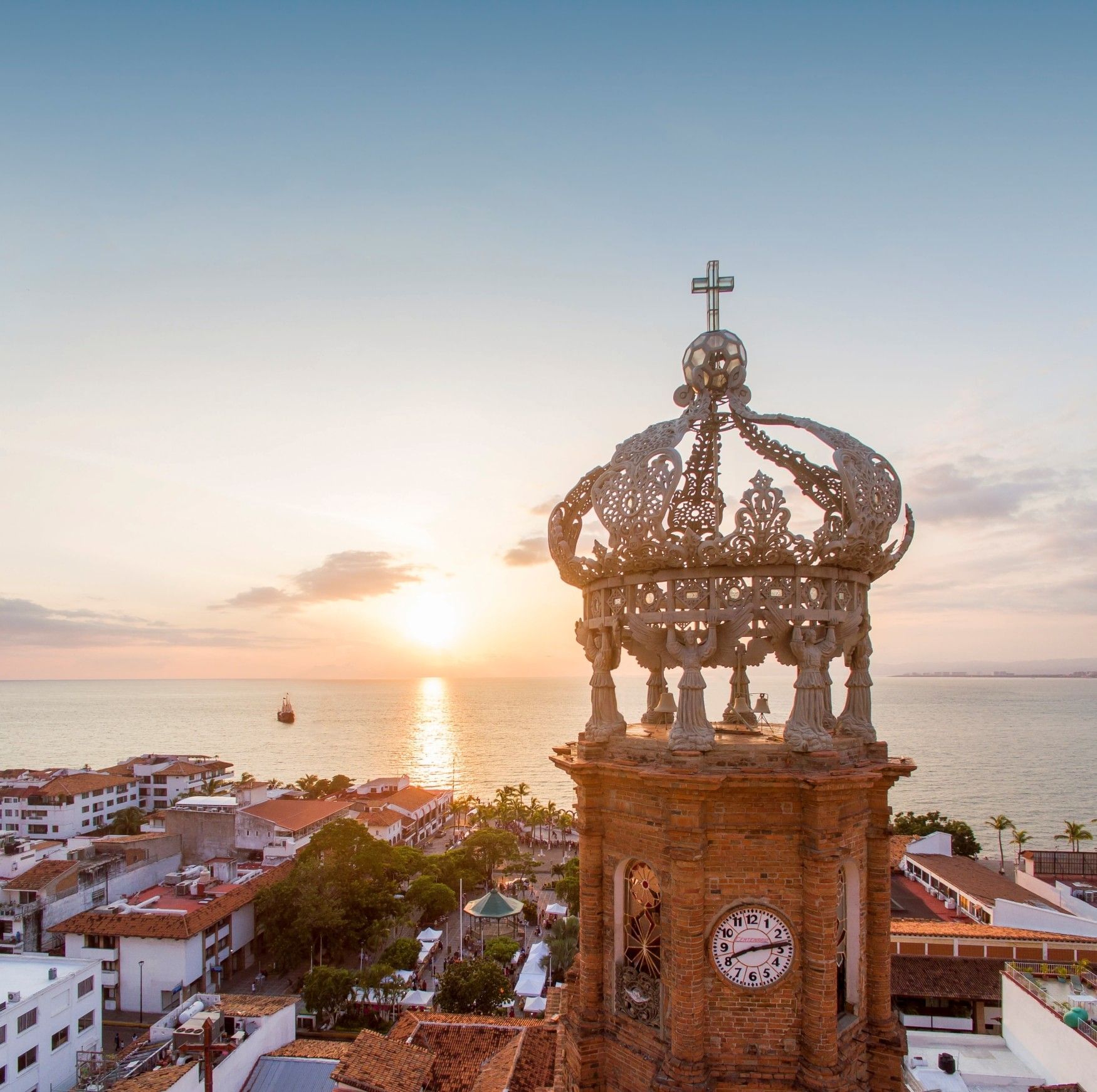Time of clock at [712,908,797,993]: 8:13
